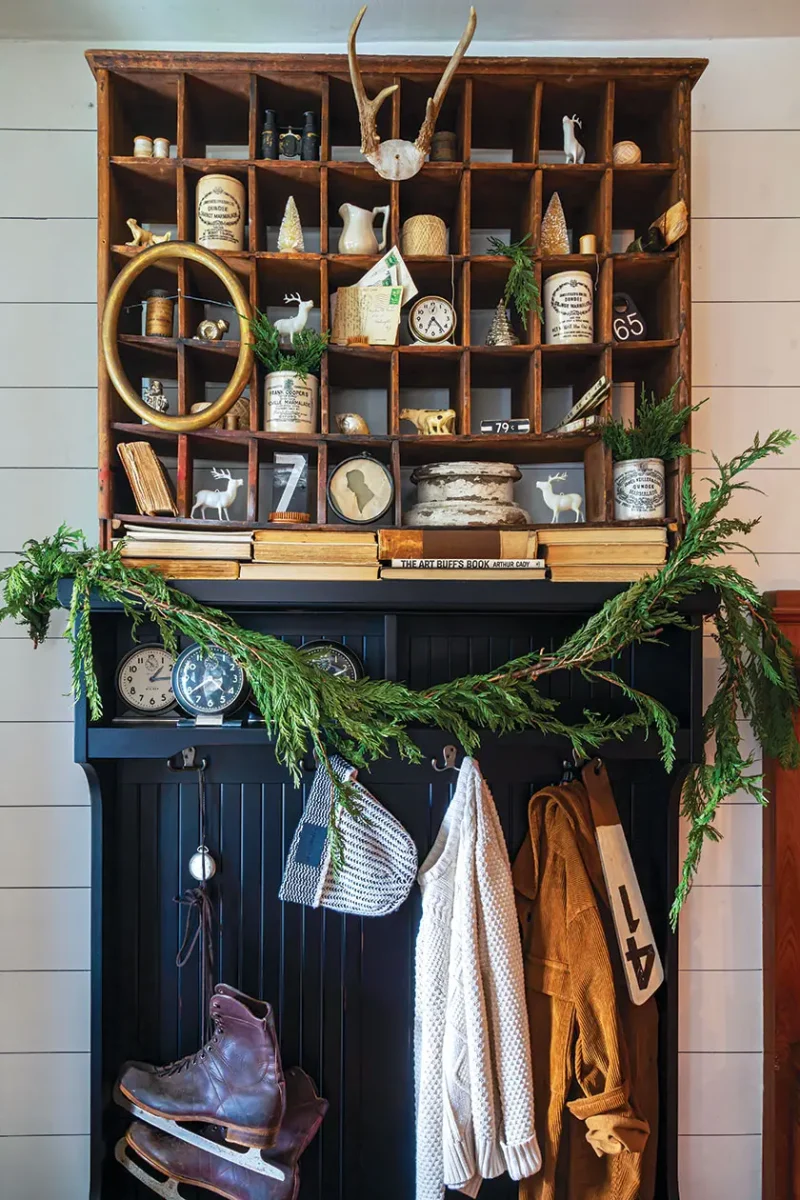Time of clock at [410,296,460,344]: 4:34
